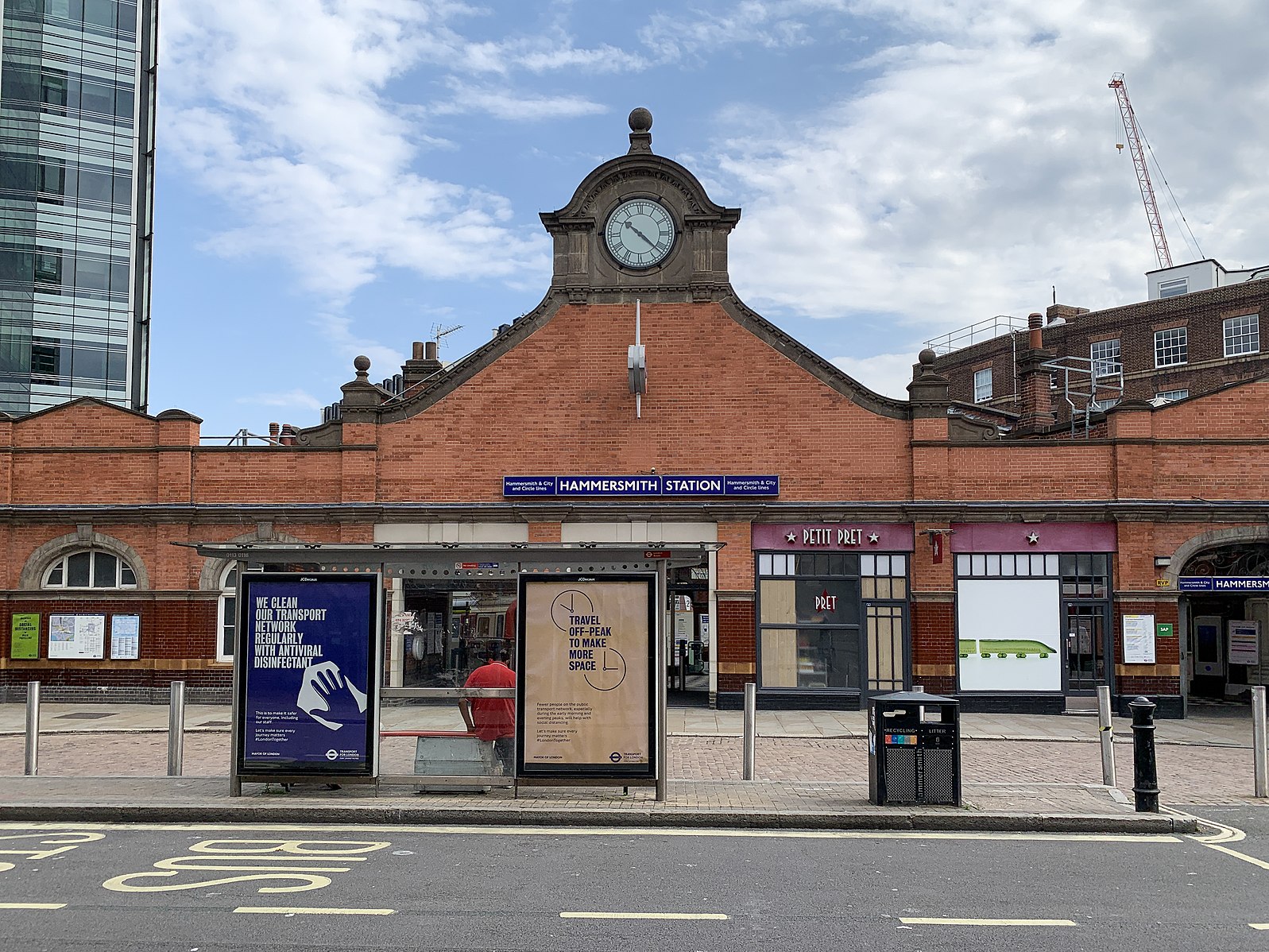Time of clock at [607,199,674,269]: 10:21
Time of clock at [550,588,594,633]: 10:00
